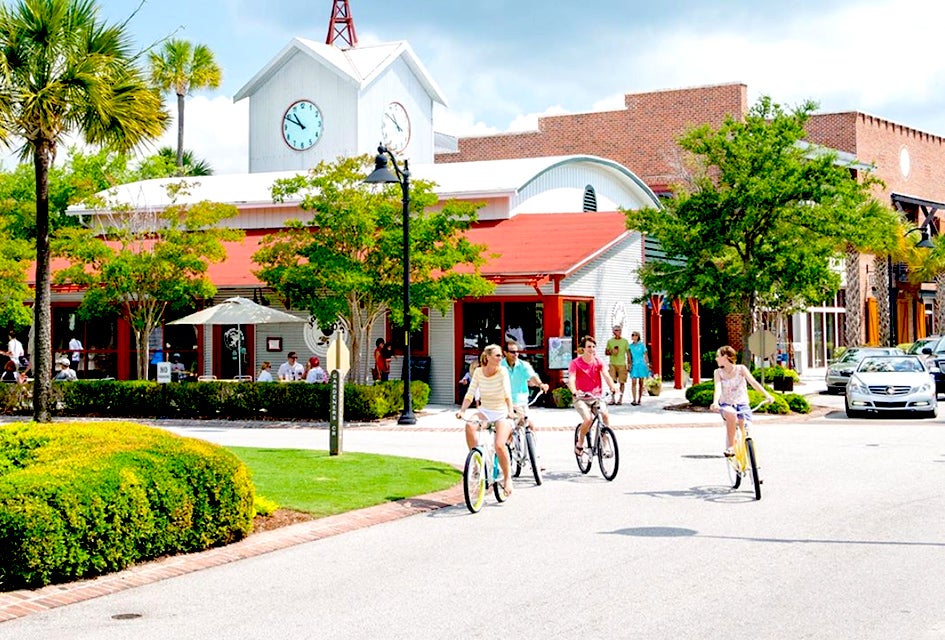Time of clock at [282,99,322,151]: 10:49
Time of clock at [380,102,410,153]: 10:50
